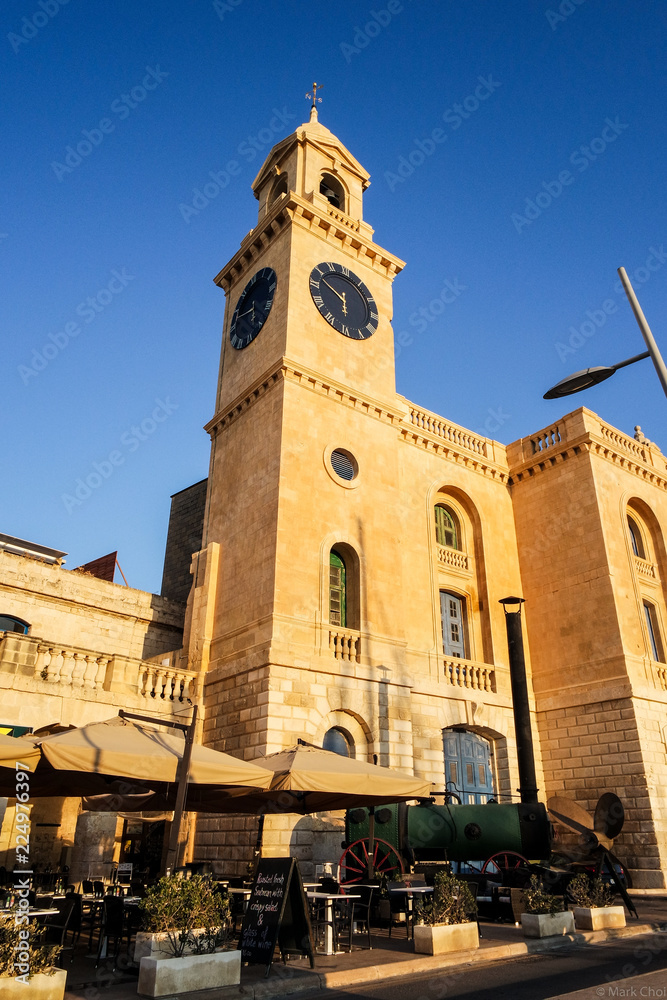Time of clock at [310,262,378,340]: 5:48
